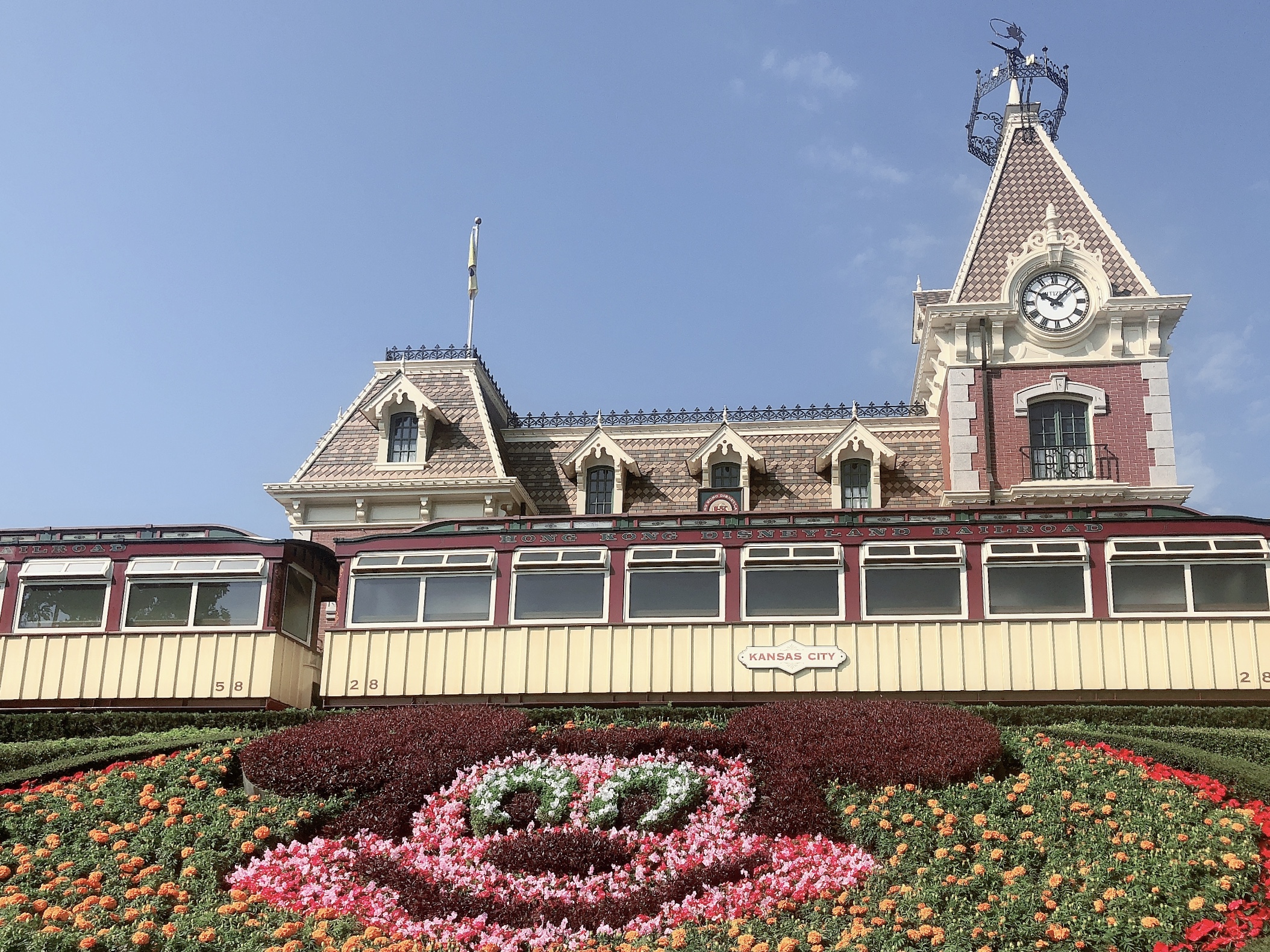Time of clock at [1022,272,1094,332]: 10:07
